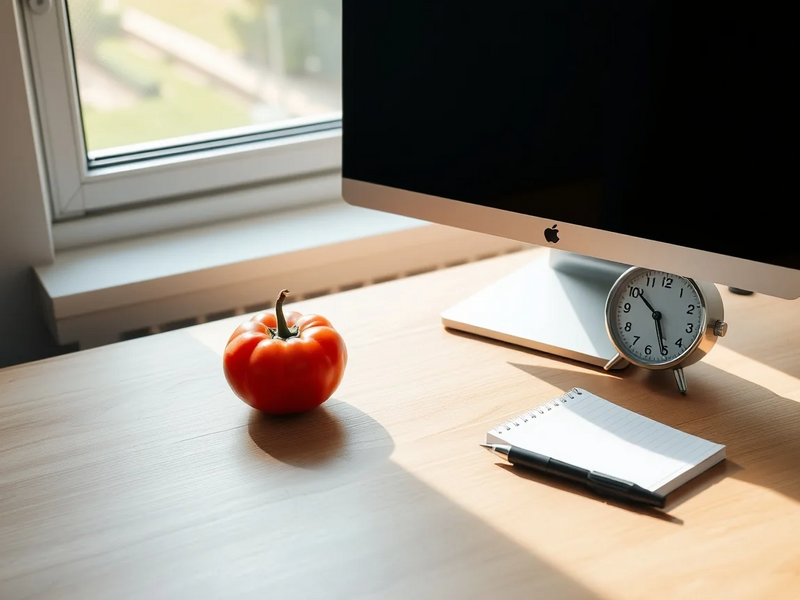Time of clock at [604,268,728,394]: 4:50
